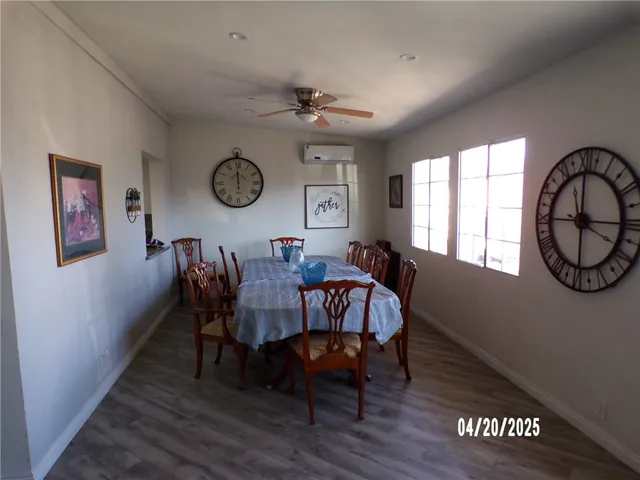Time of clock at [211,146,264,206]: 5:59
